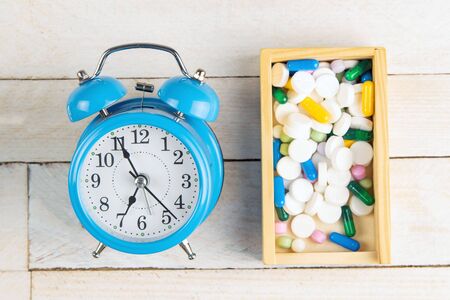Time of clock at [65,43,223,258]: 6:55
